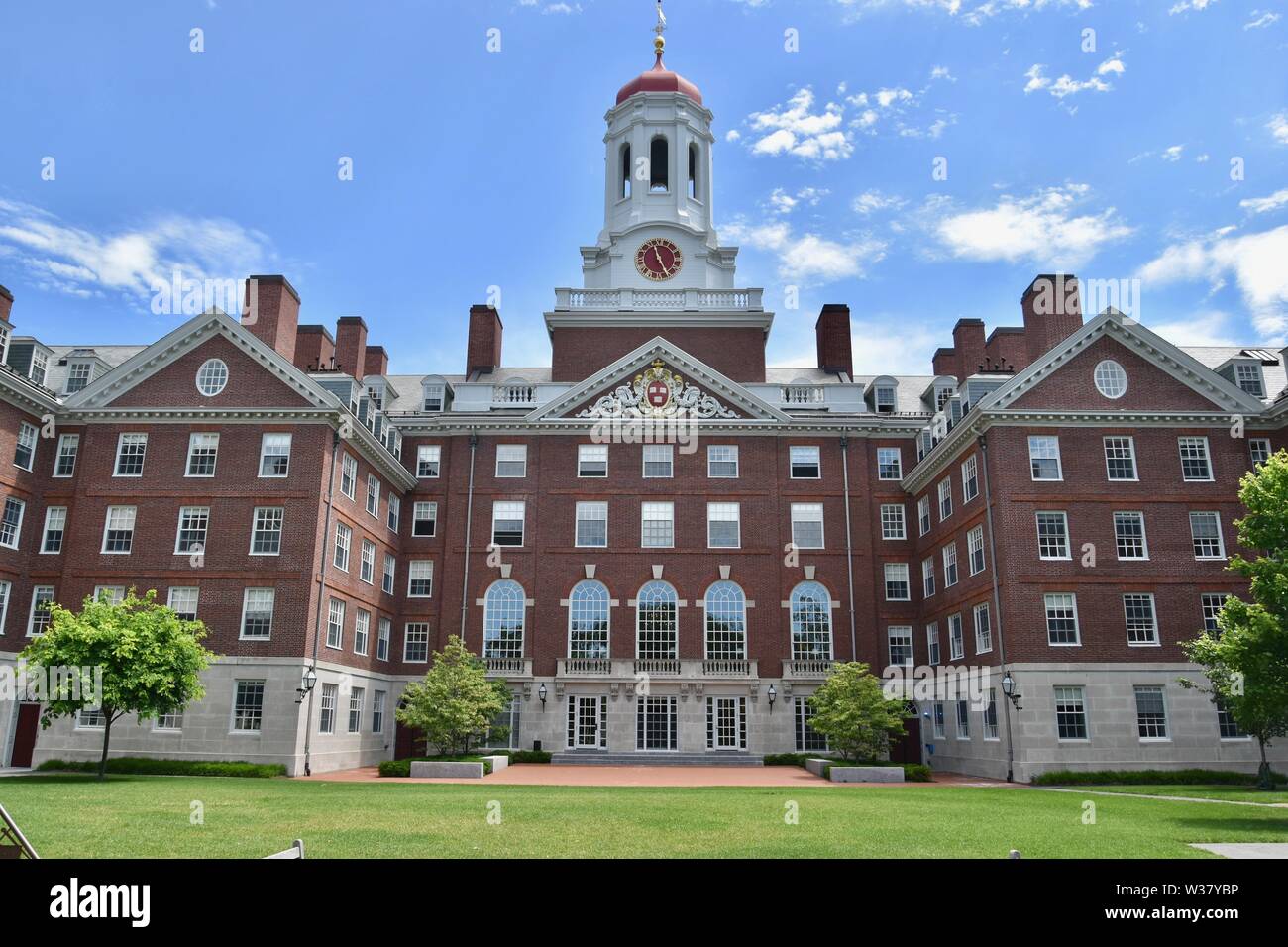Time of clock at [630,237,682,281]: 11:25
